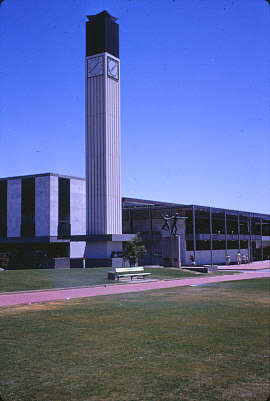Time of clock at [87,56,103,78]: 1:39
